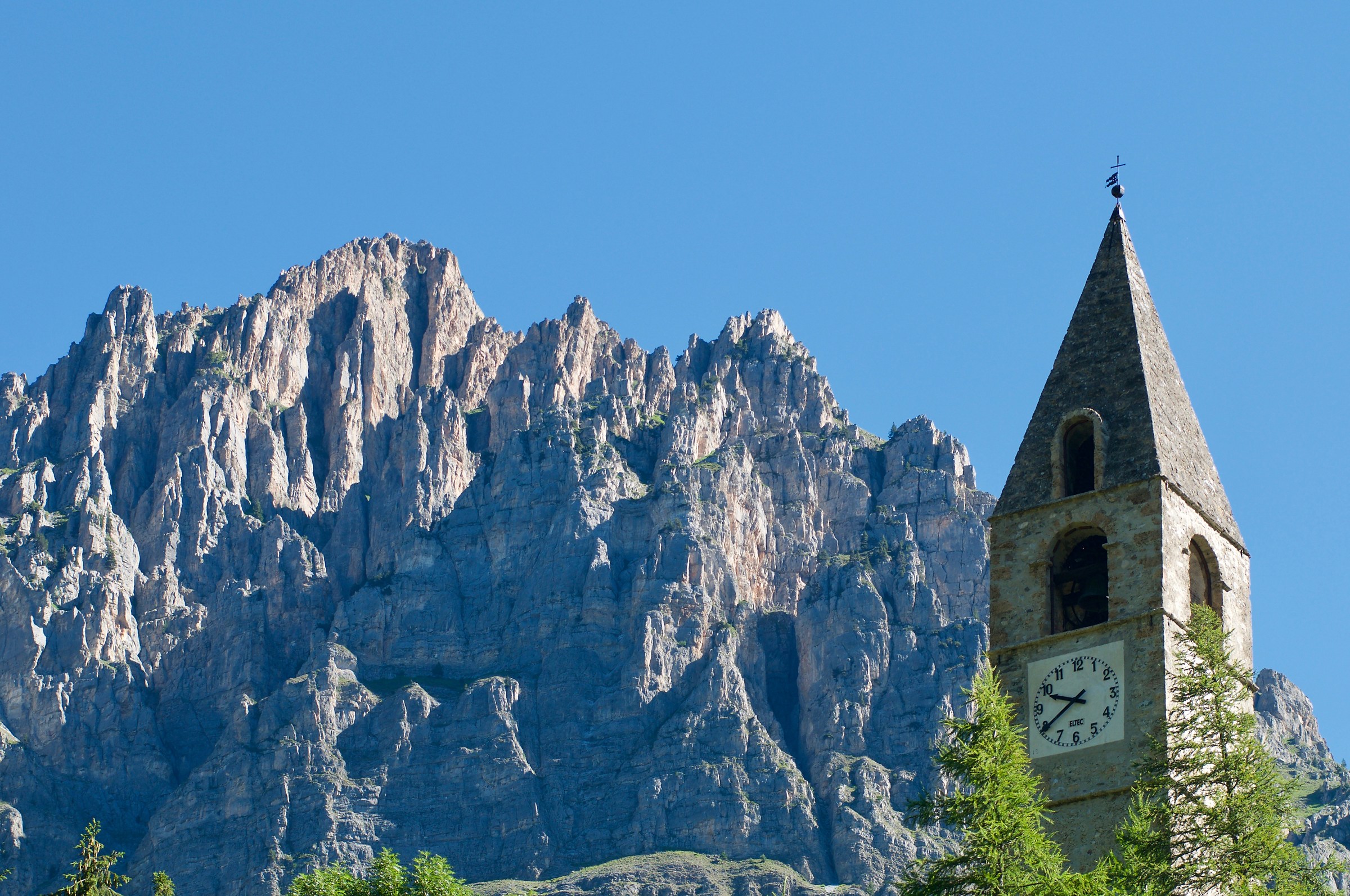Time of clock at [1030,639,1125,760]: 9:39
